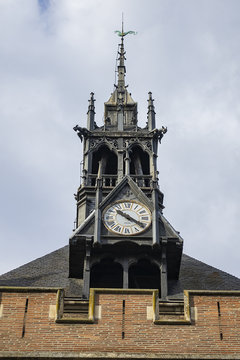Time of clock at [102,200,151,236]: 10:20
